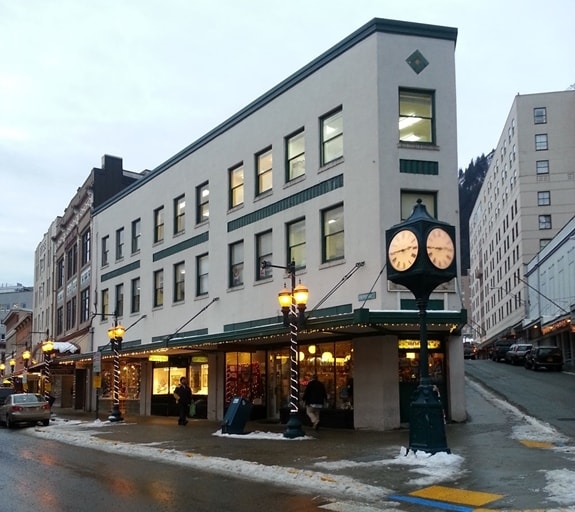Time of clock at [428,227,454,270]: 2:44
